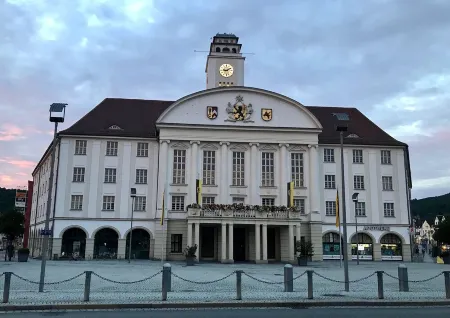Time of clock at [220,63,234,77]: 9:10
